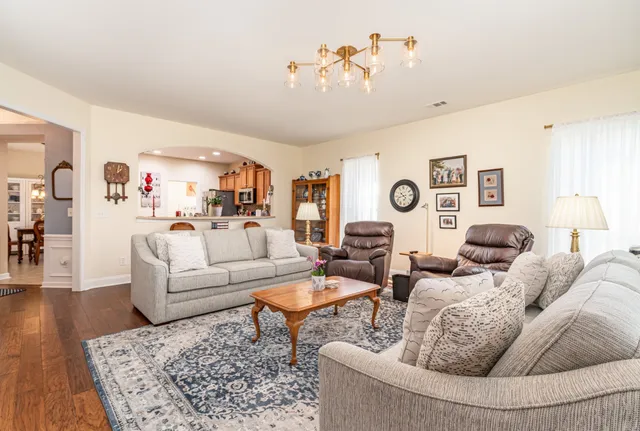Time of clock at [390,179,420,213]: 10:42
